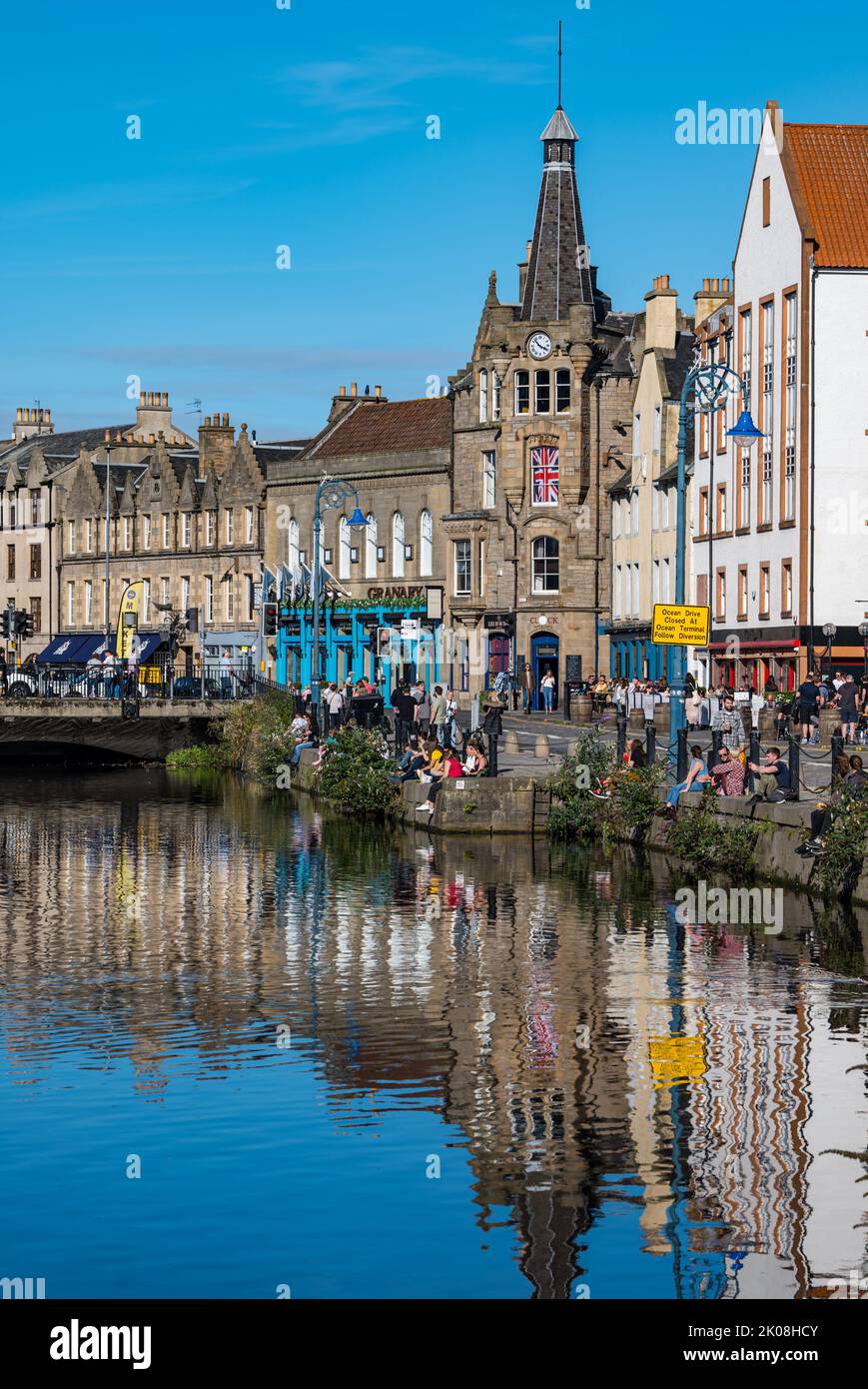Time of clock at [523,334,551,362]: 3:52
